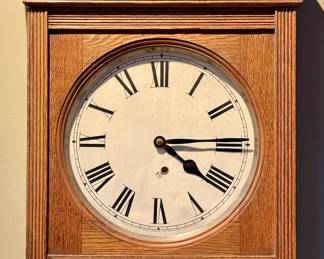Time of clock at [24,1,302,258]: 4:14
